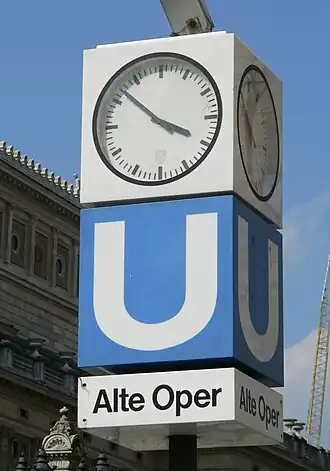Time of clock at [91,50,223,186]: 3:52
